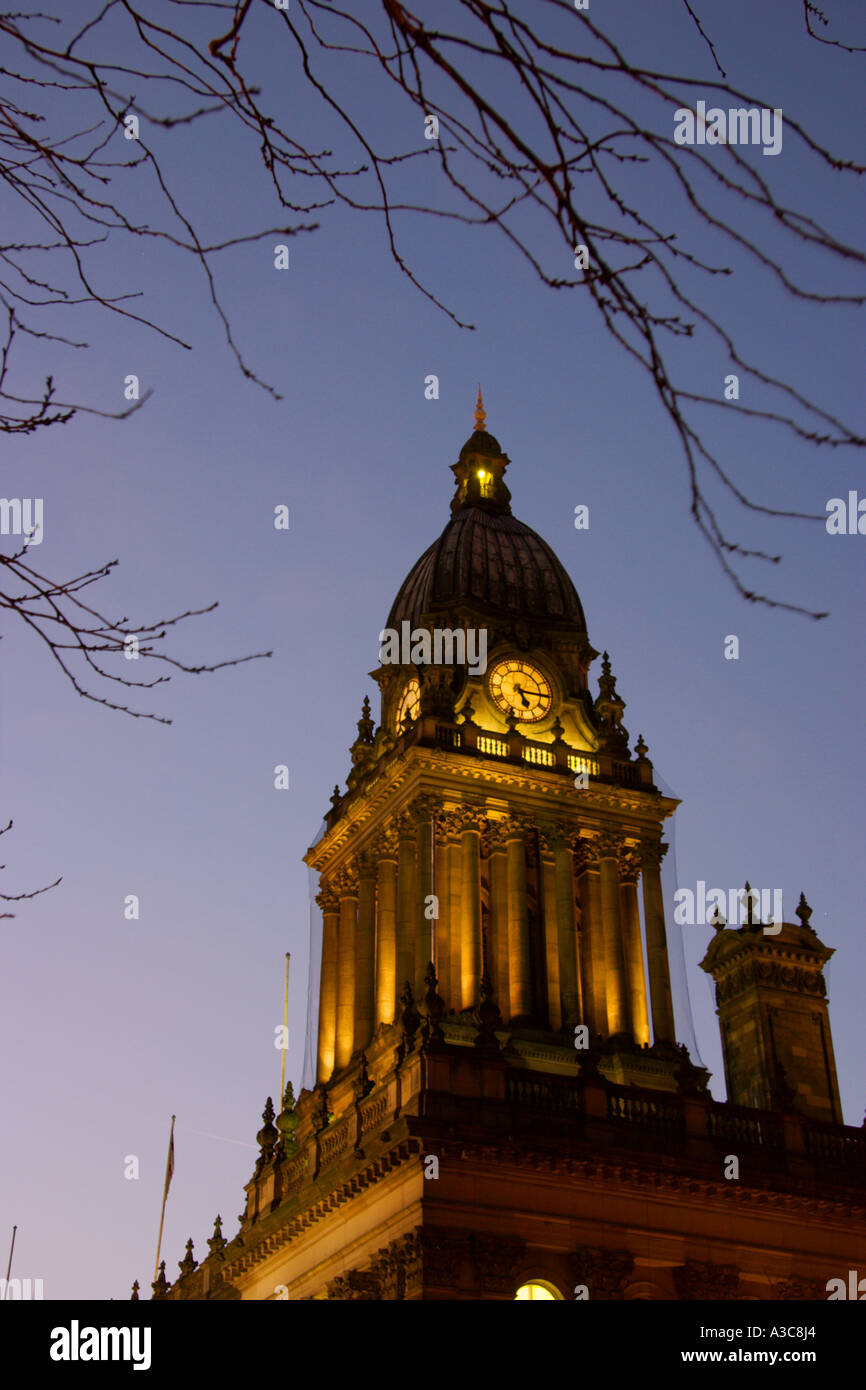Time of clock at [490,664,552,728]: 5:15
